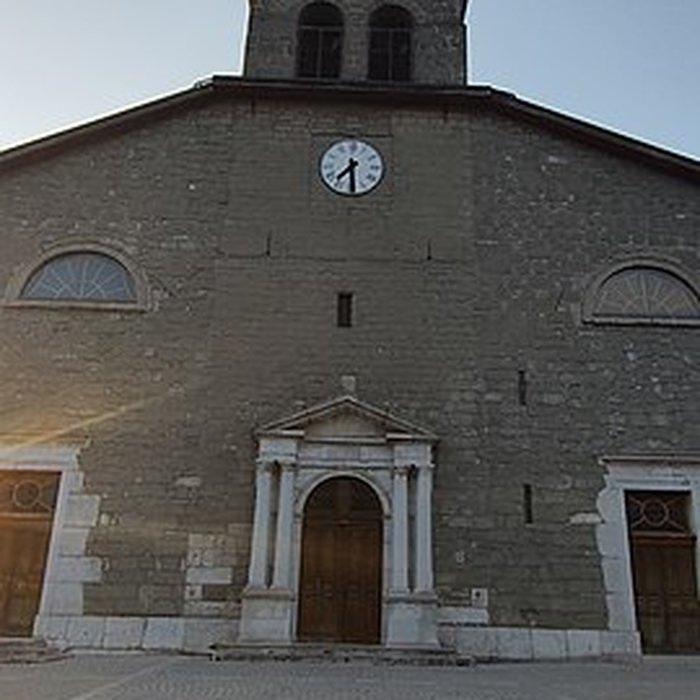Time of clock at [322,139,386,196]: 7:29
